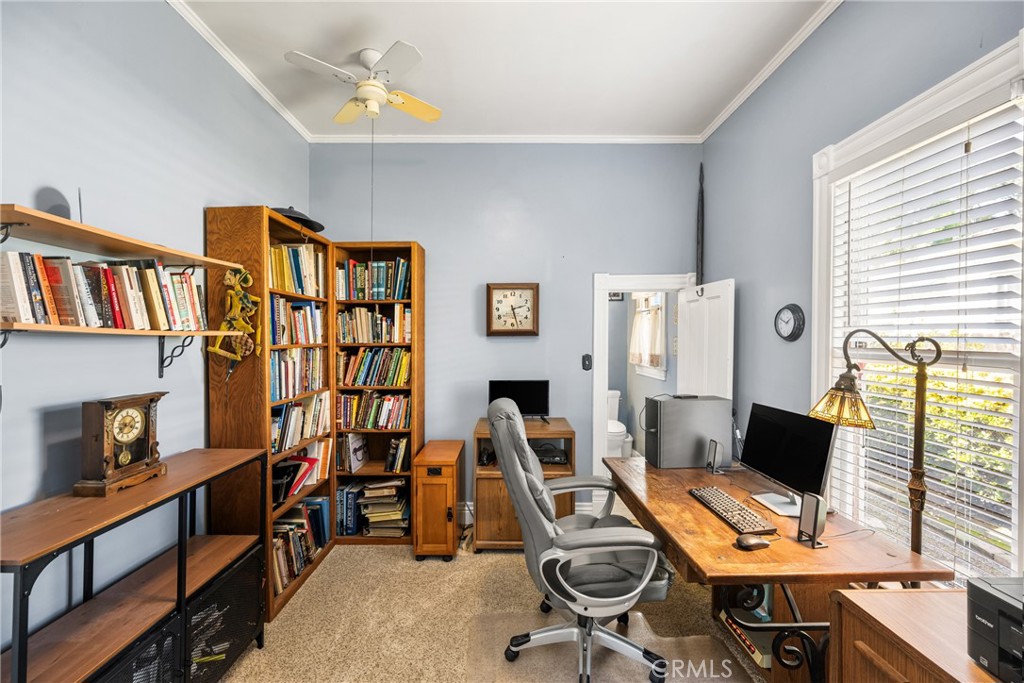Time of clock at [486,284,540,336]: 2:27
